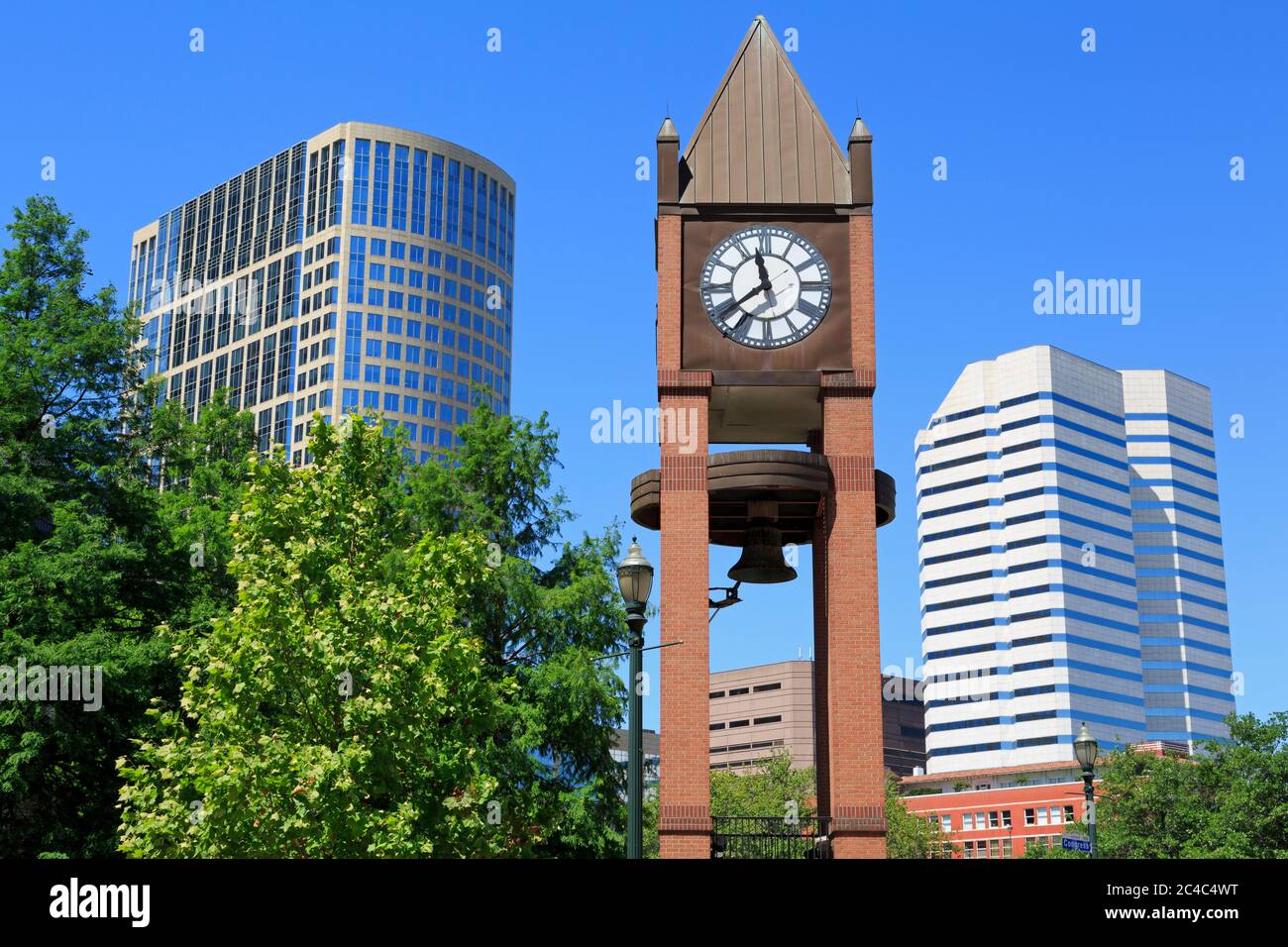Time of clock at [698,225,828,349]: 11:38
